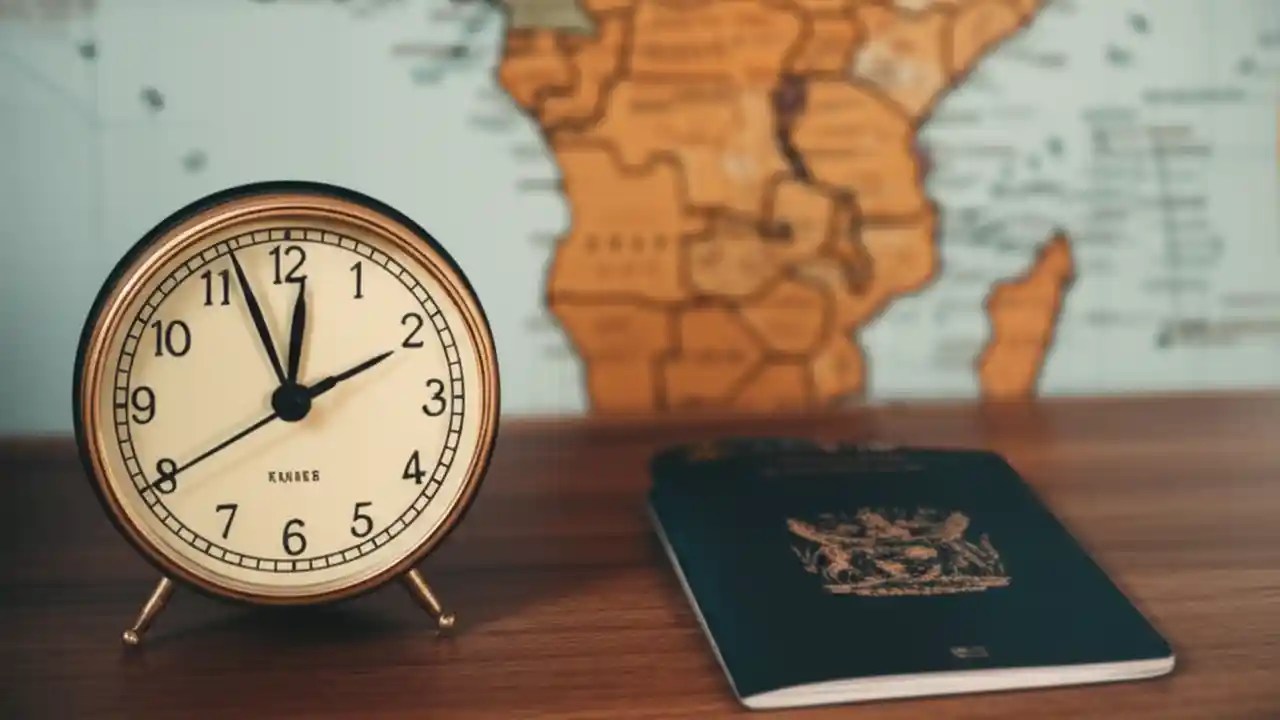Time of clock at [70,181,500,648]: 11:56
